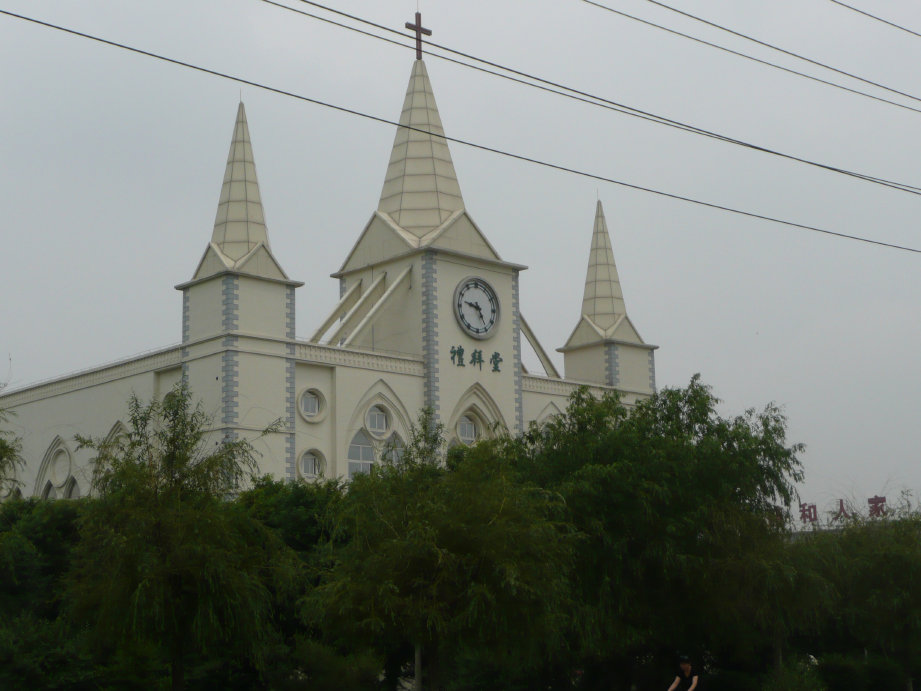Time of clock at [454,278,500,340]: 9:25
